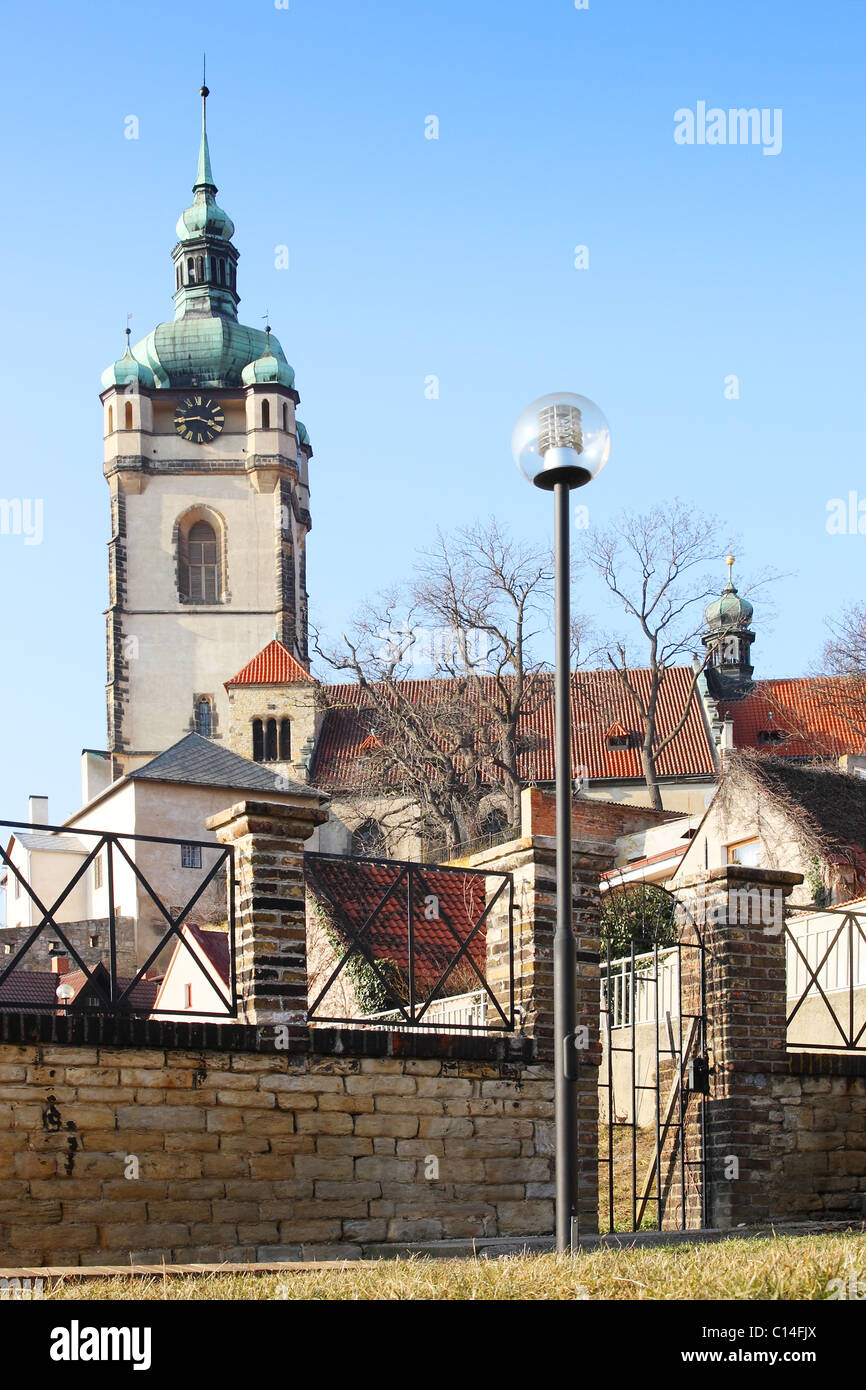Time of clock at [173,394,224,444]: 3:43
